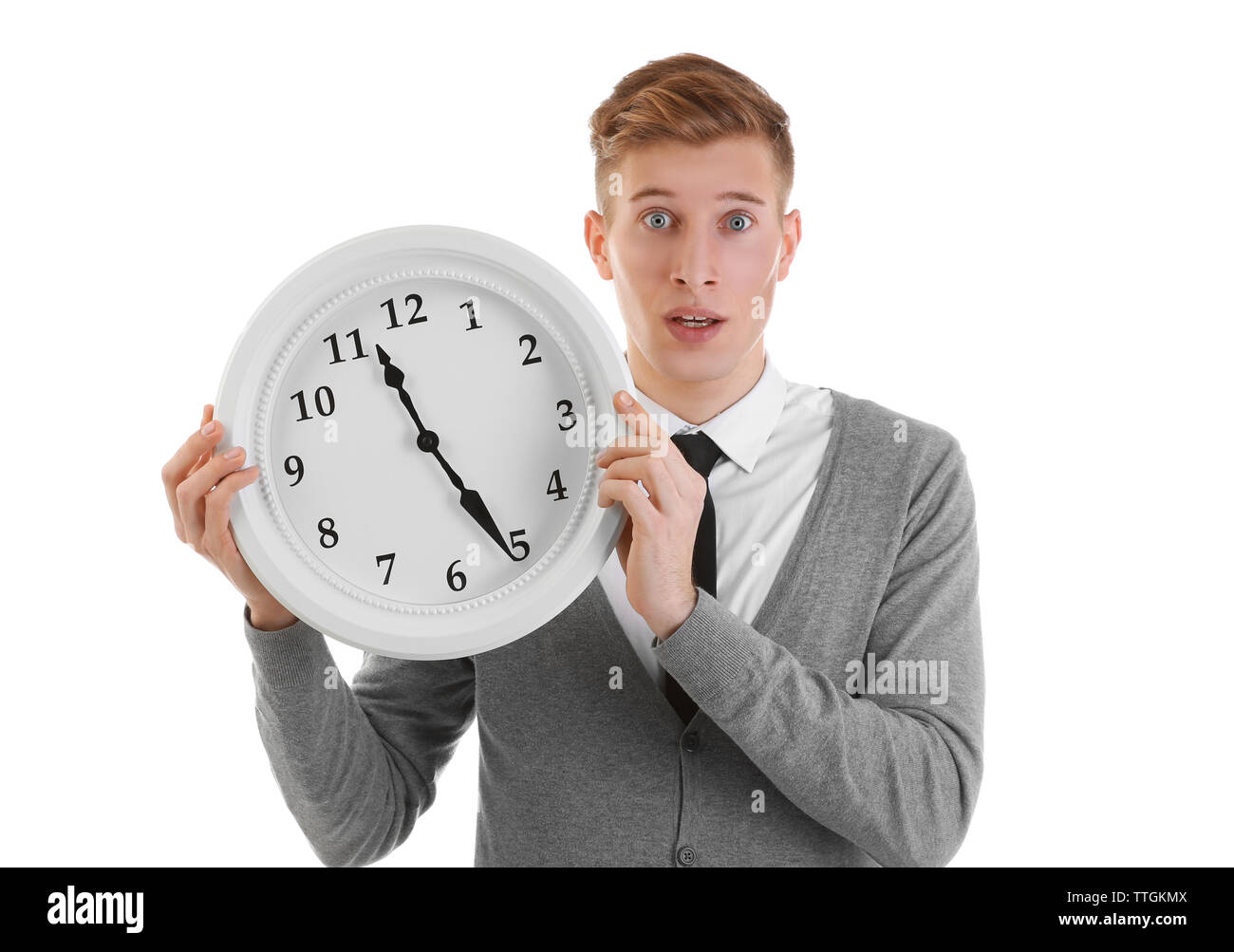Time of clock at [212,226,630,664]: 11:25
